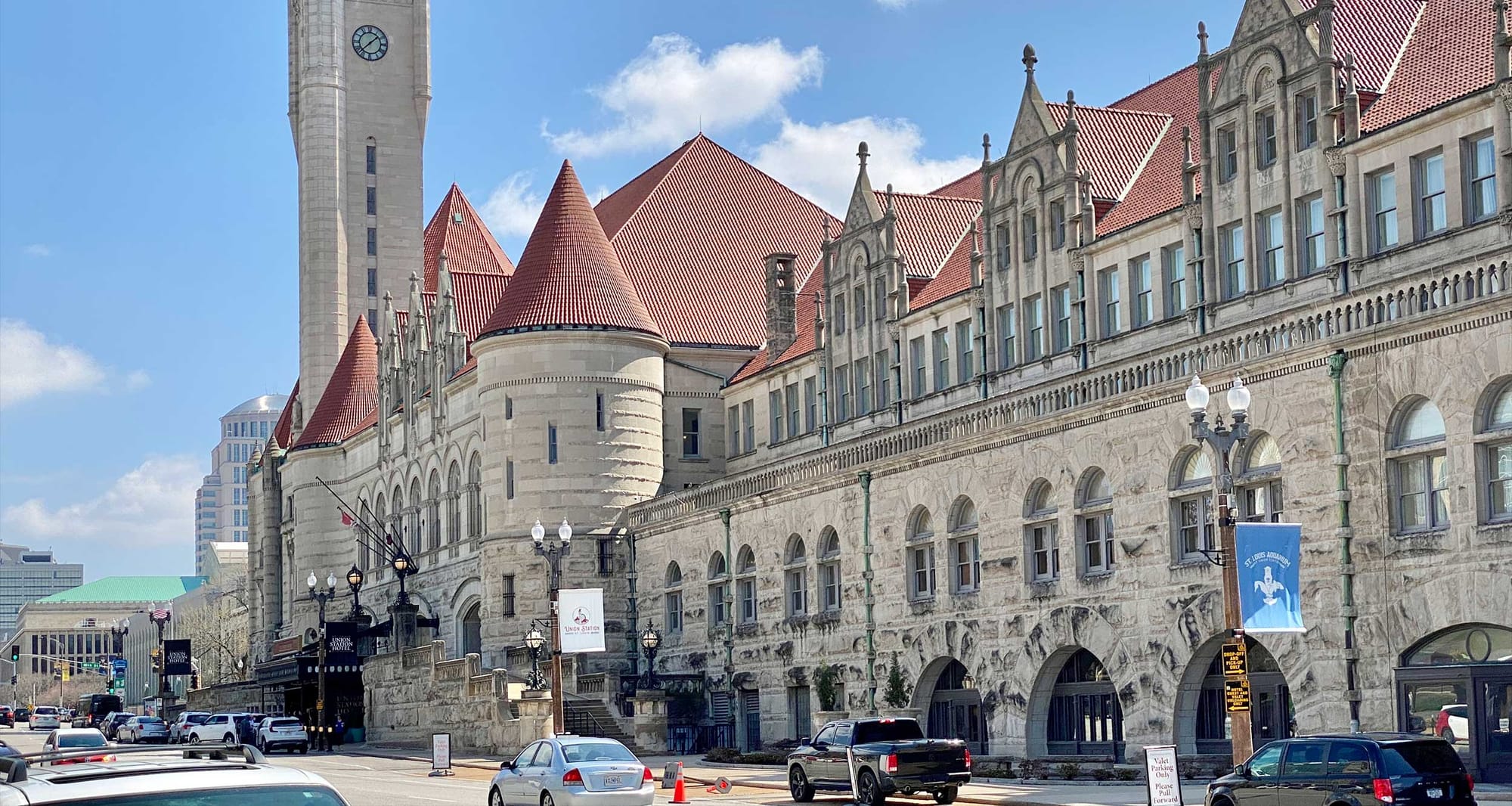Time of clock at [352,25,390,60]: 1:37
